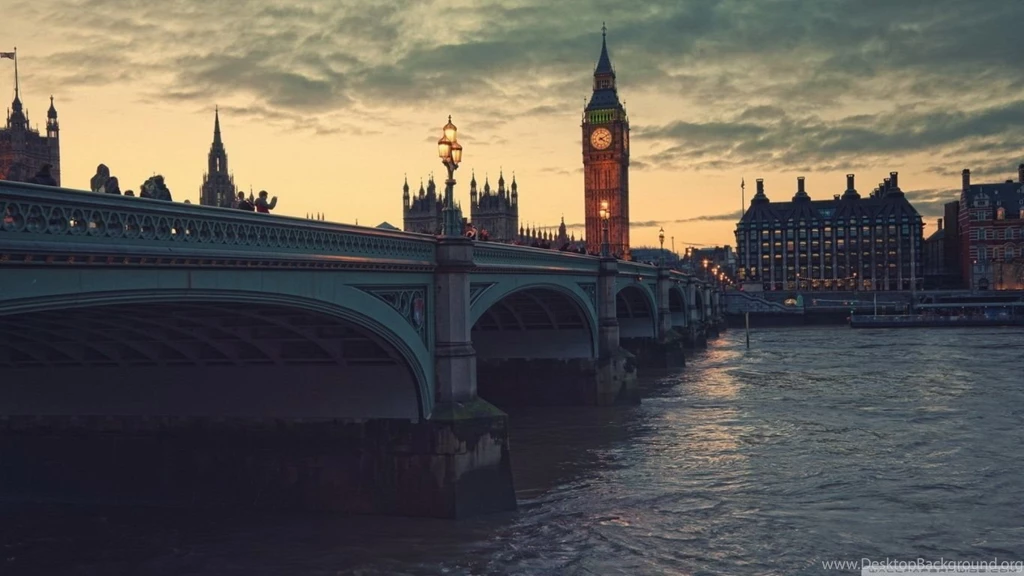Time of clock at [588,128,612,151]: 4:10
